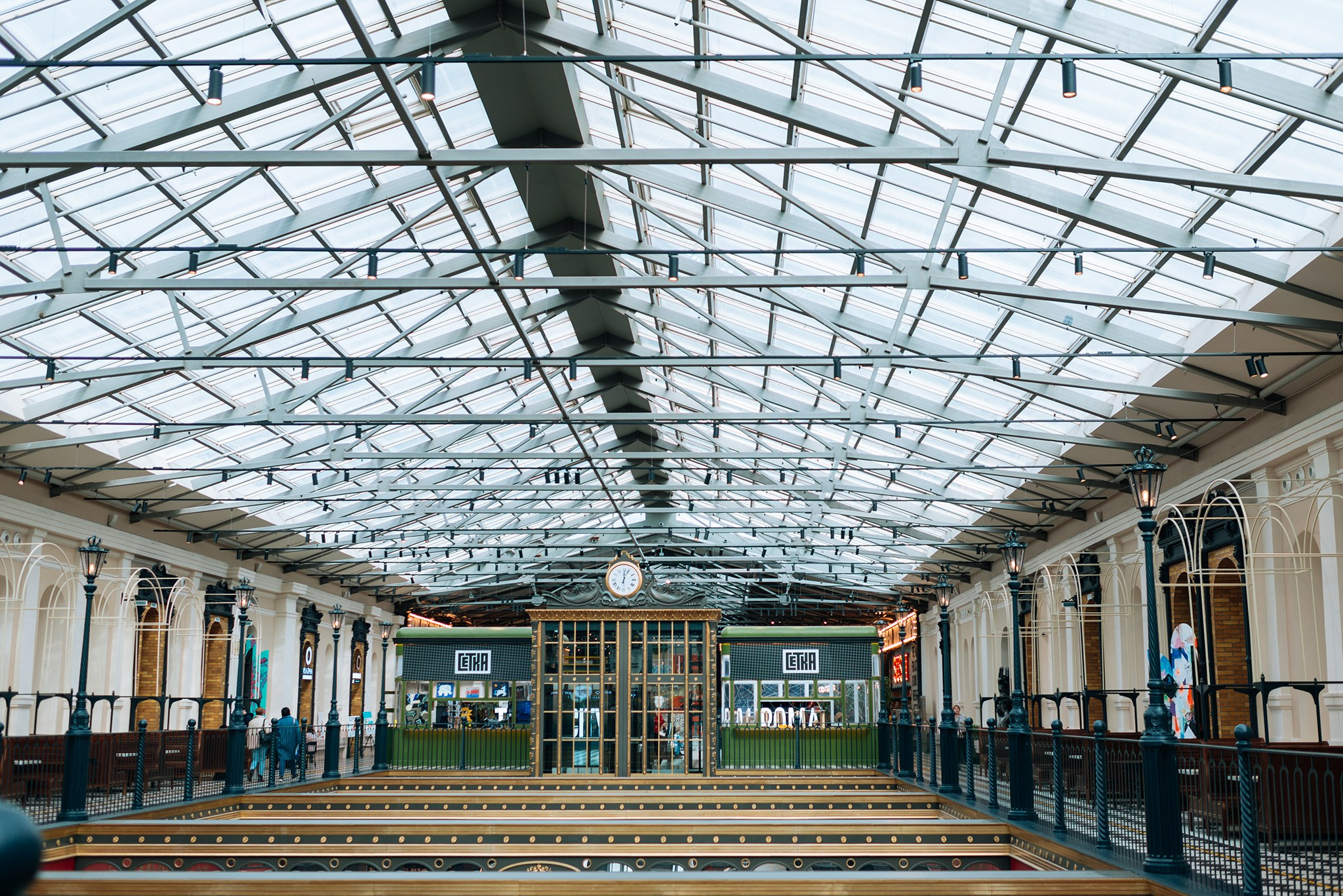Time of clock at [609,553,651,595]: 12:04
